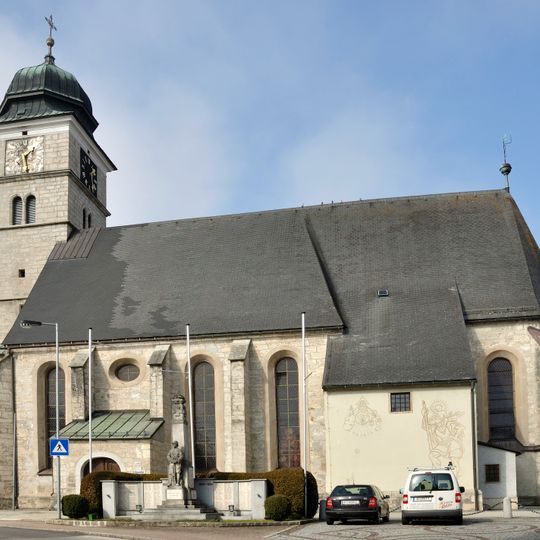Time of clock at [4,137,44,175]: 1:28
